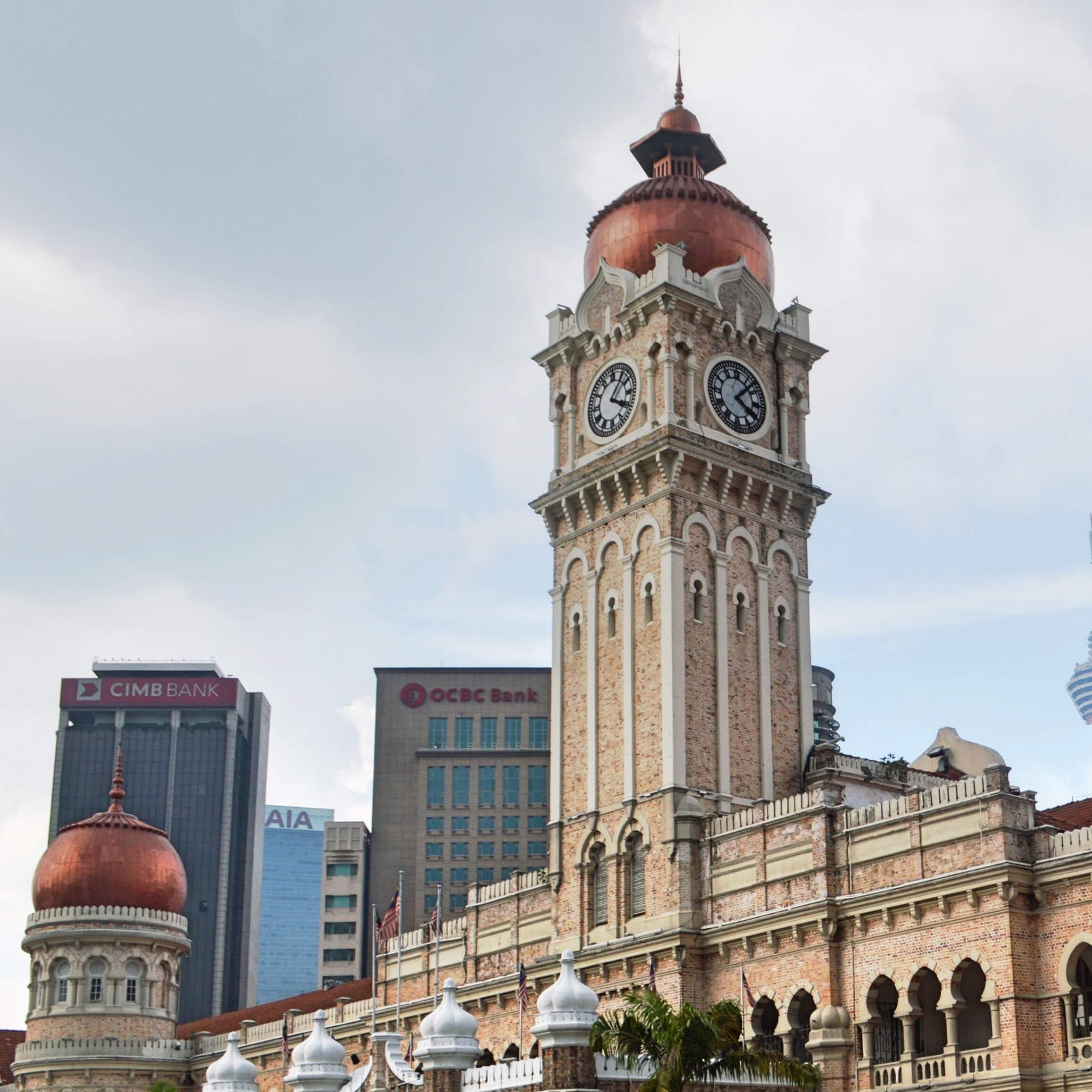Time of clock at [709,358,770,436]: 4:07
